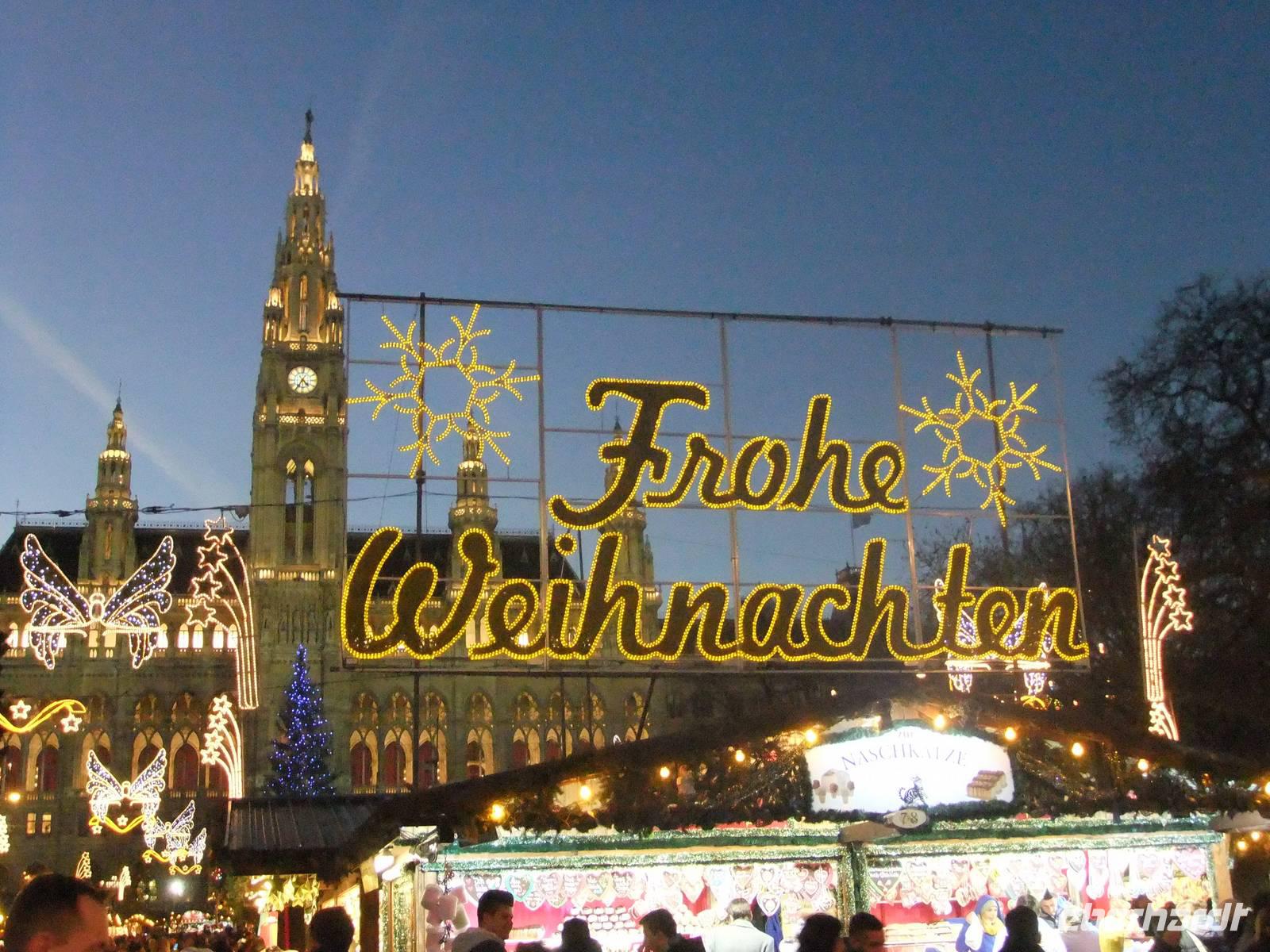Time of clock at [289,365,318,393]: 4:35
